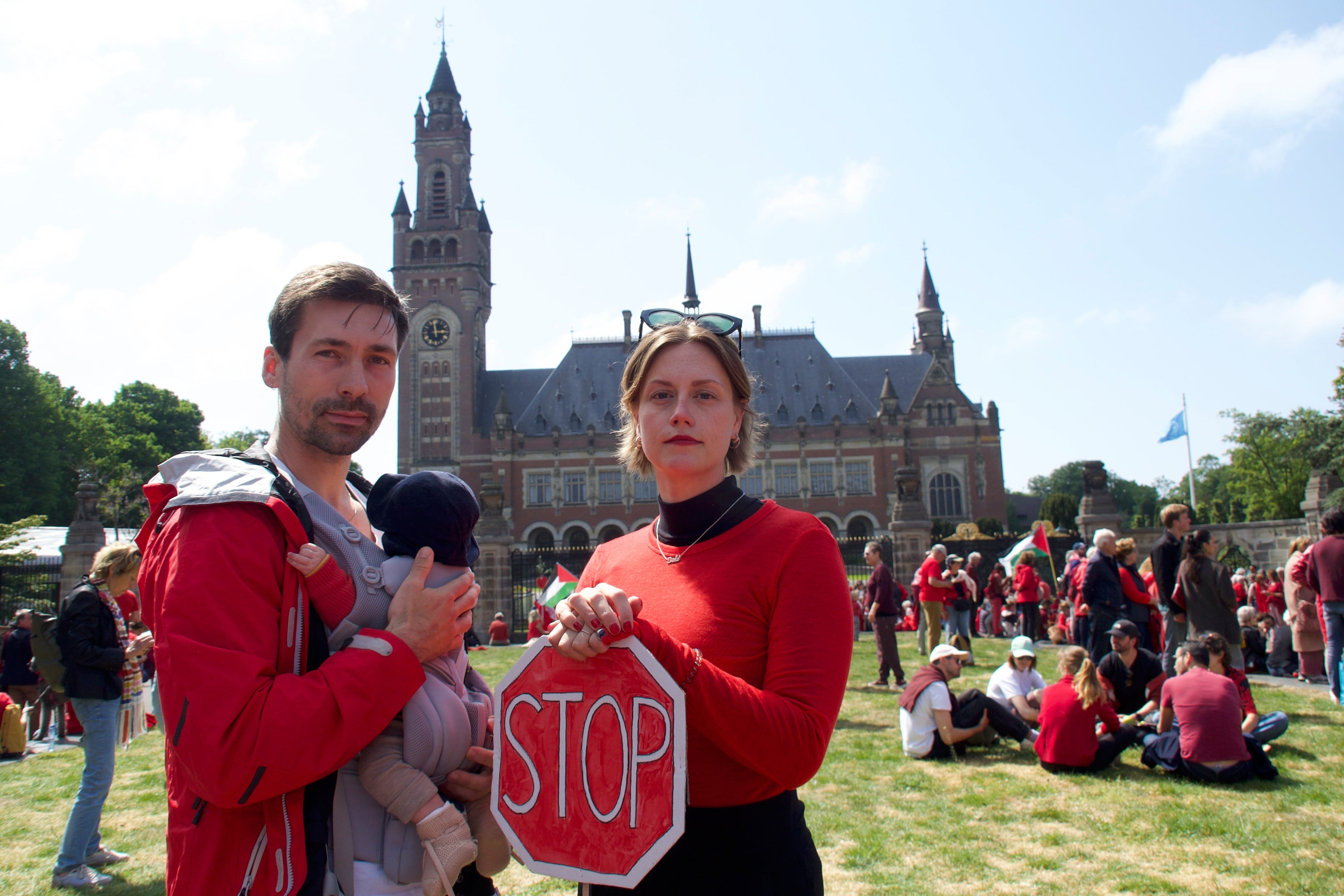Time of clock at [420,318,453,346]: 2:58
